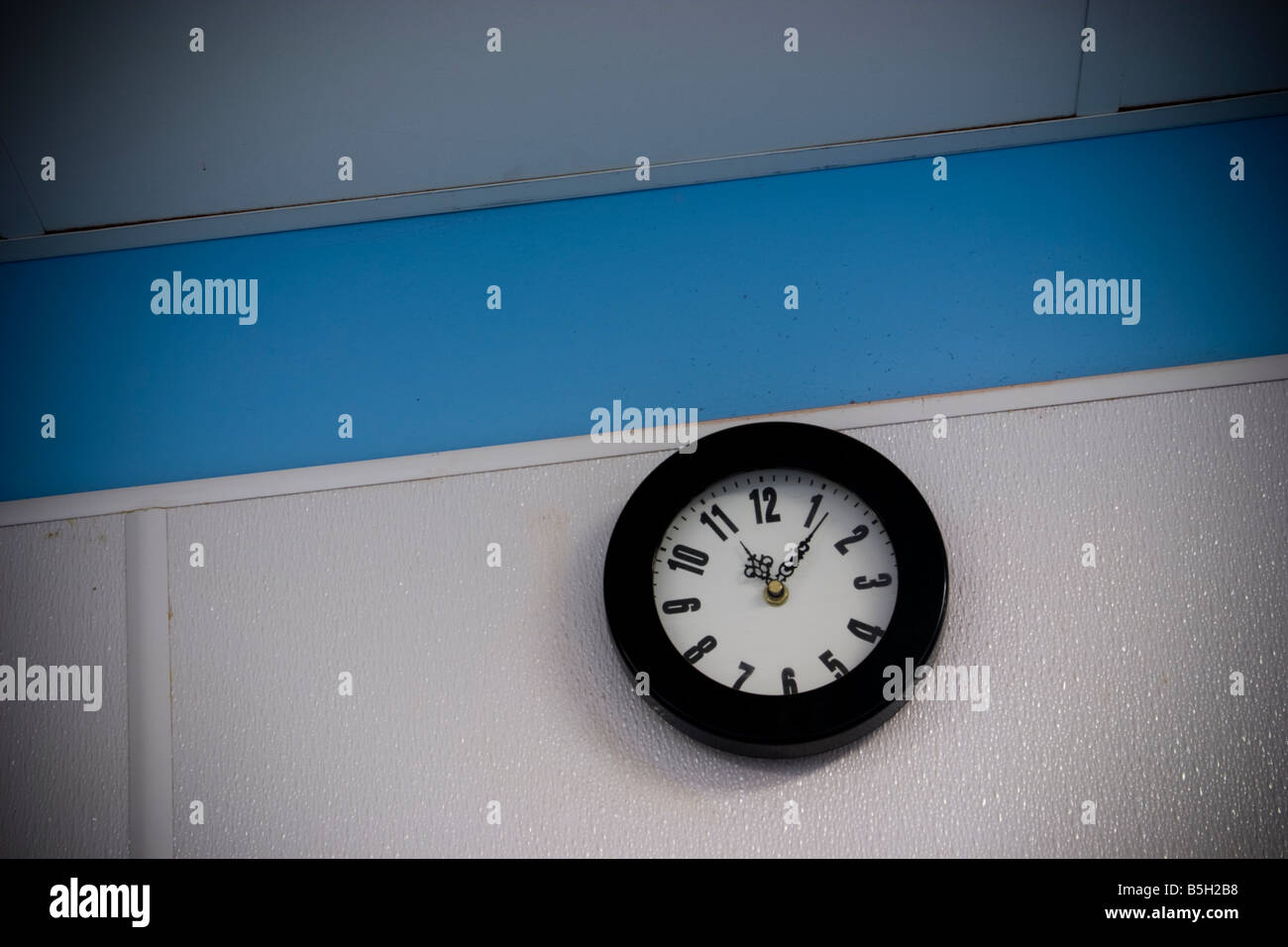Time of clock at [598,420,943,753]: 11:05
